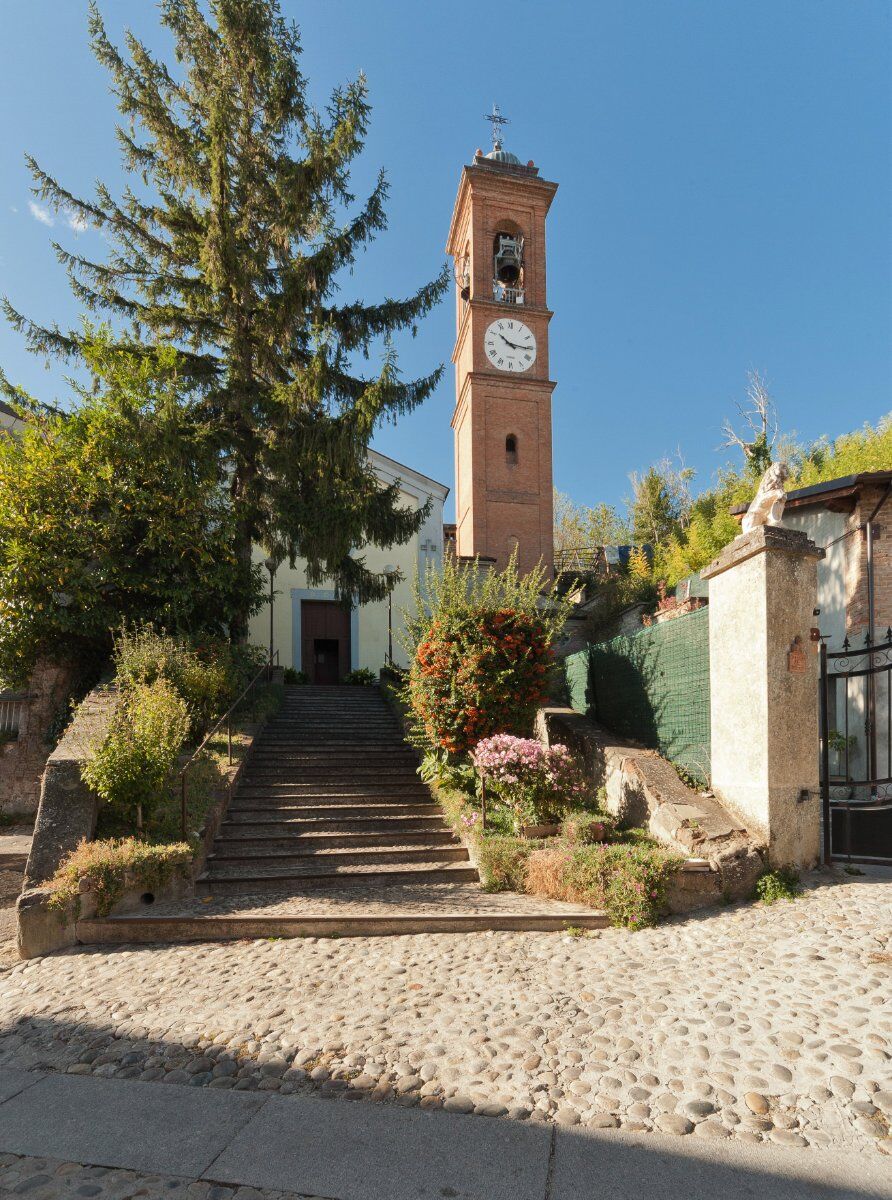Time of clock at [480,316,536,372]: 10:15
